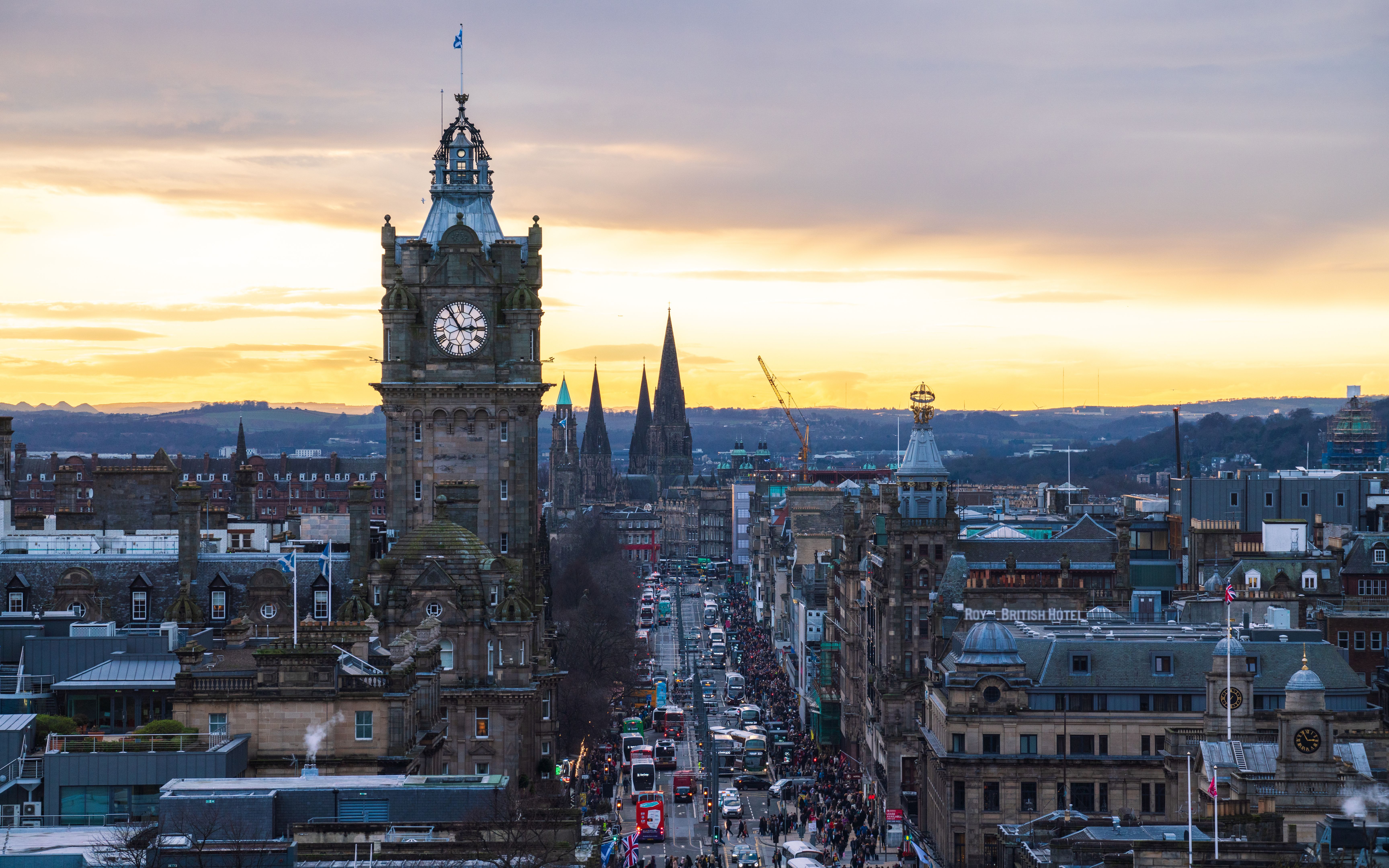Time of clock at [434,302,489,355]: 2:54
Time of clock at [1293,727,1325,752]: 2:55
